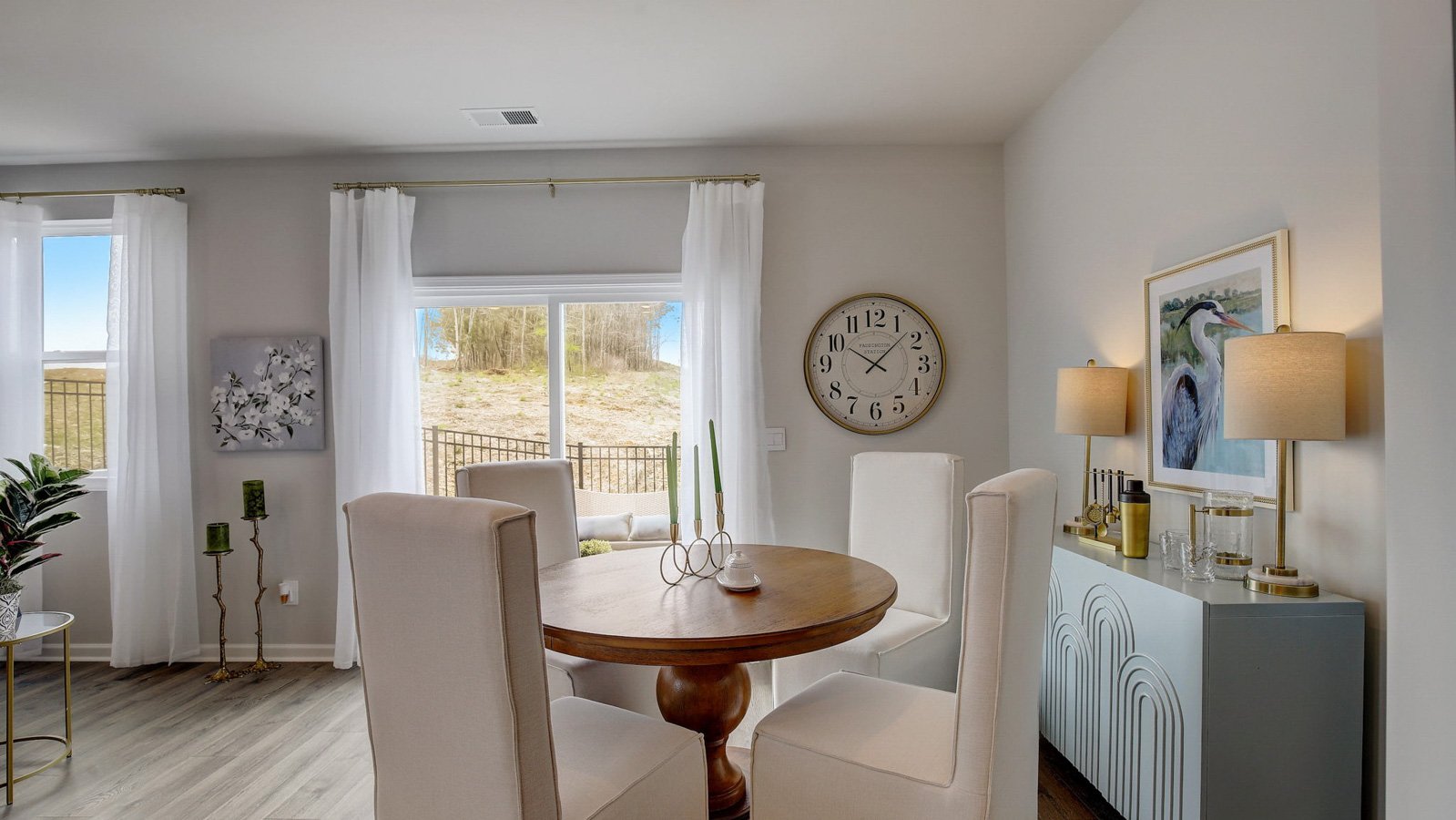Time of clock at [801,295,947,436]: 10:07
